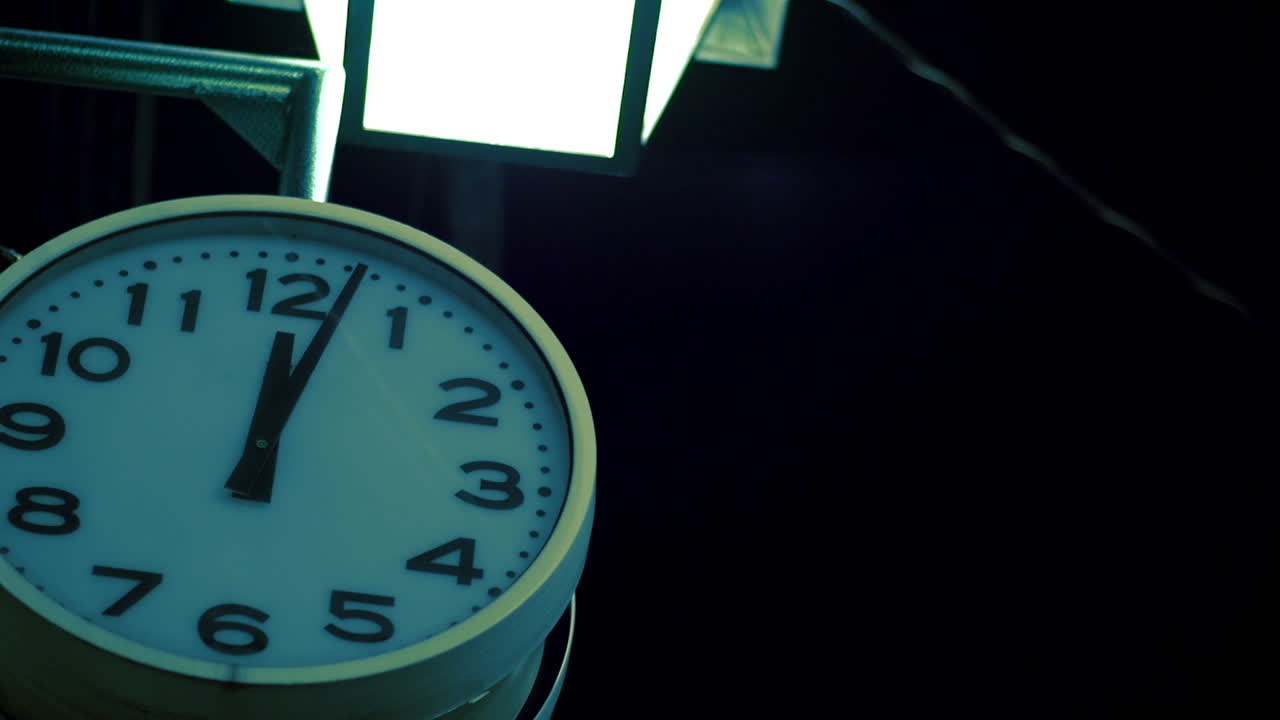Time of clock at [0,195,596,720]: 12:02
